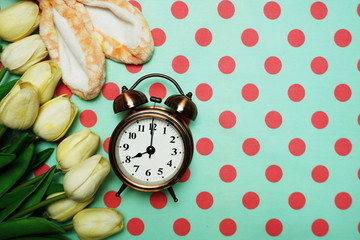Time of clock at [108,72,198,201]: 7:59
